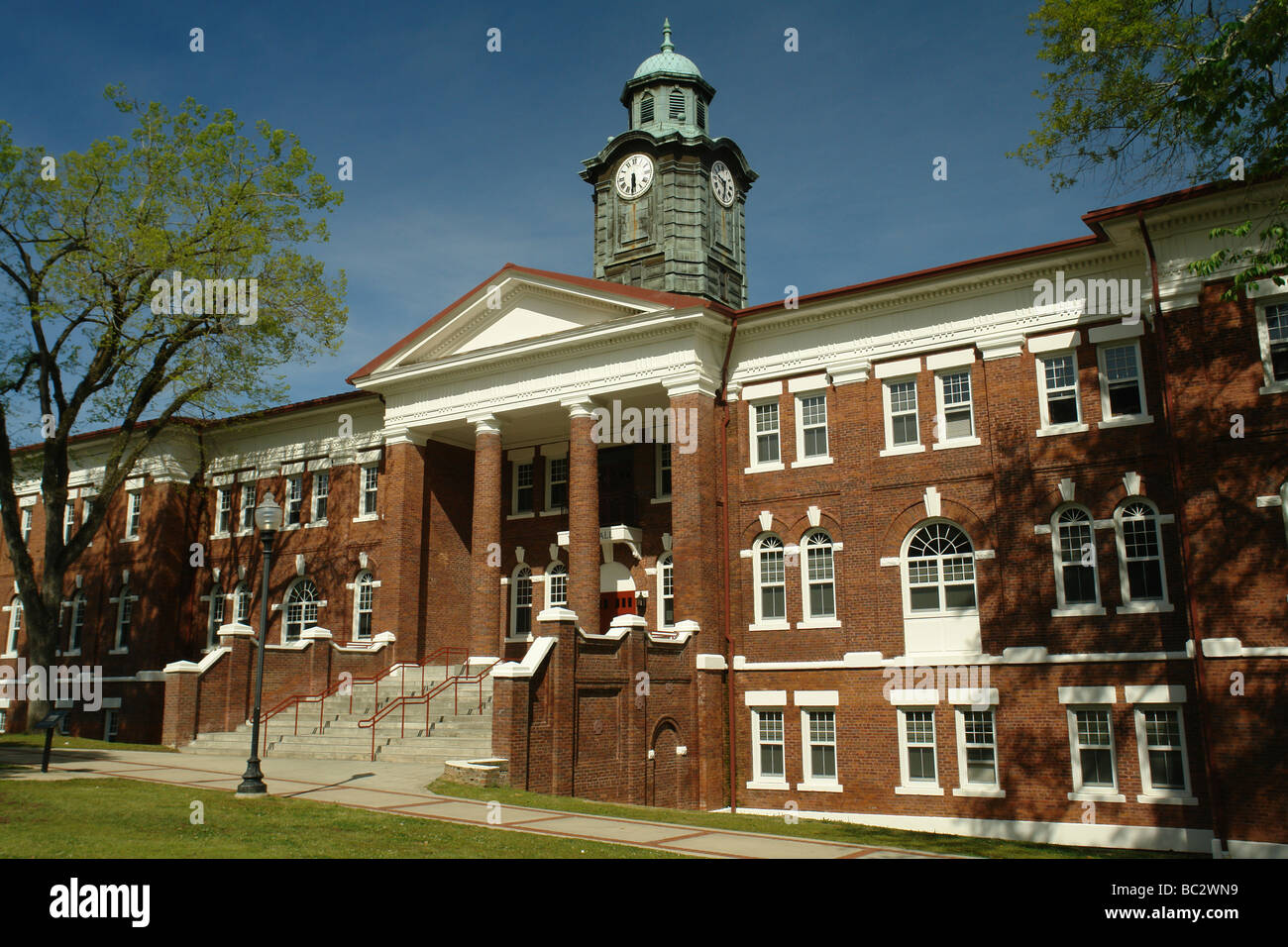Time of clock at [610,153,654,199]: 5:30
